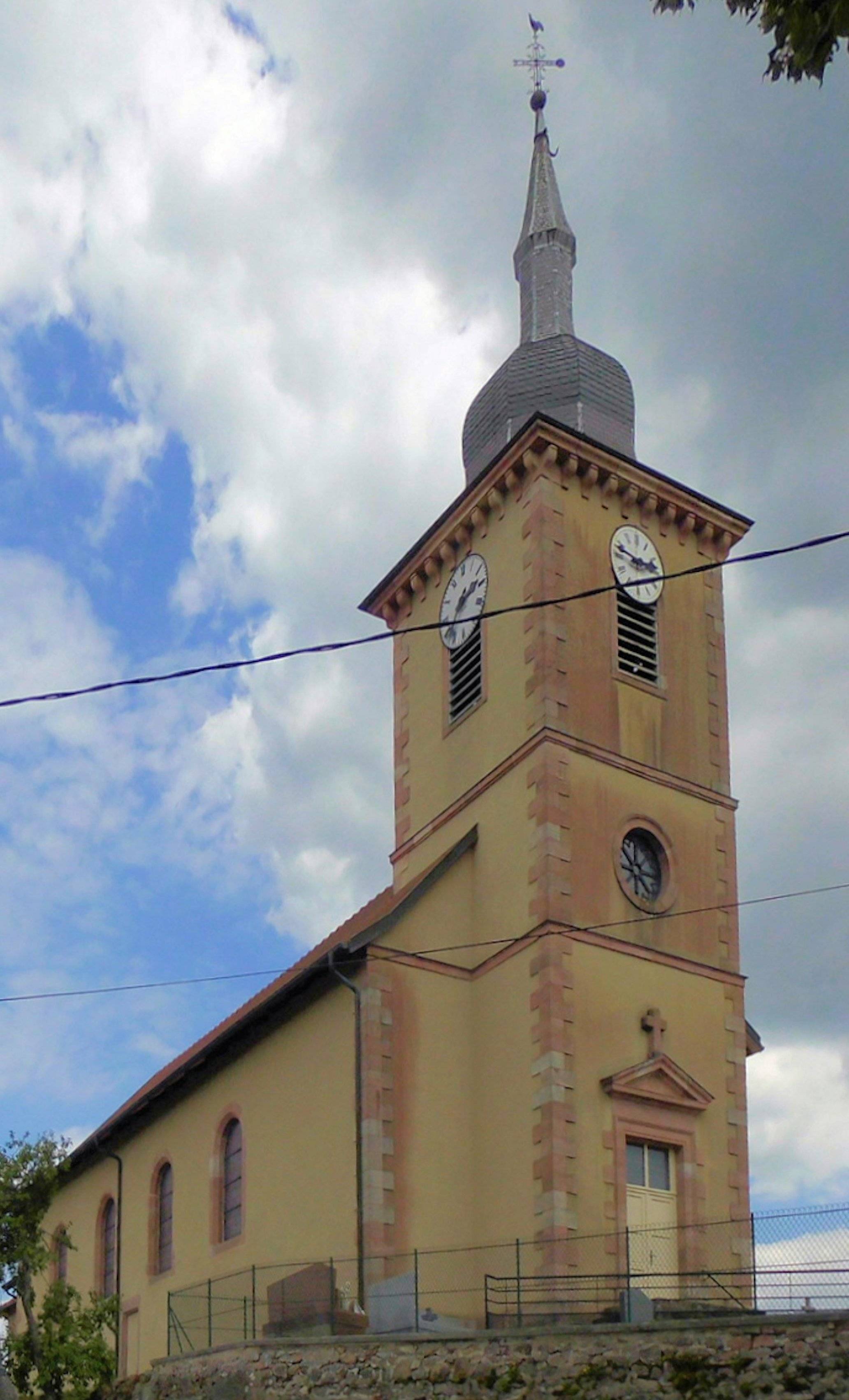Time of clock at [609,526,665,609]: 2:48
